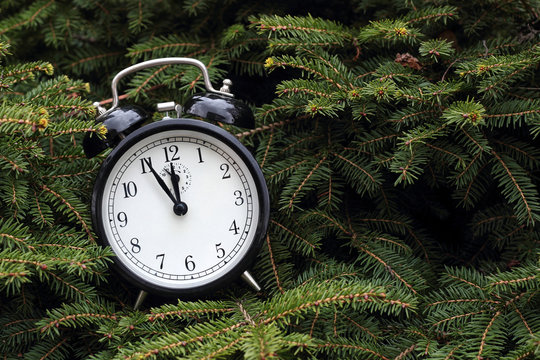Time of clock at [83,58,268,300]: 11:55
